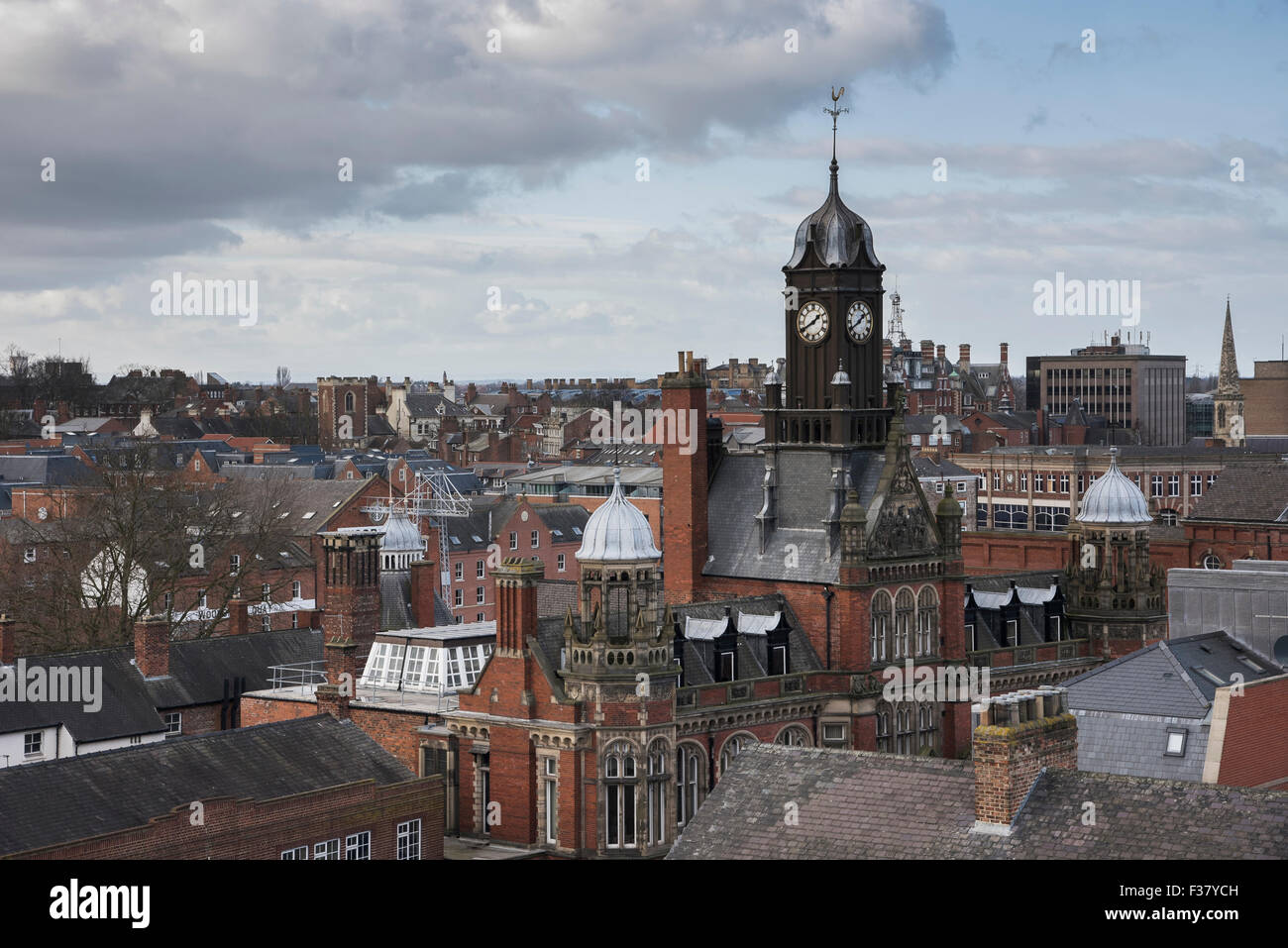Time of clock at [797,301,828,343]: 1:40
